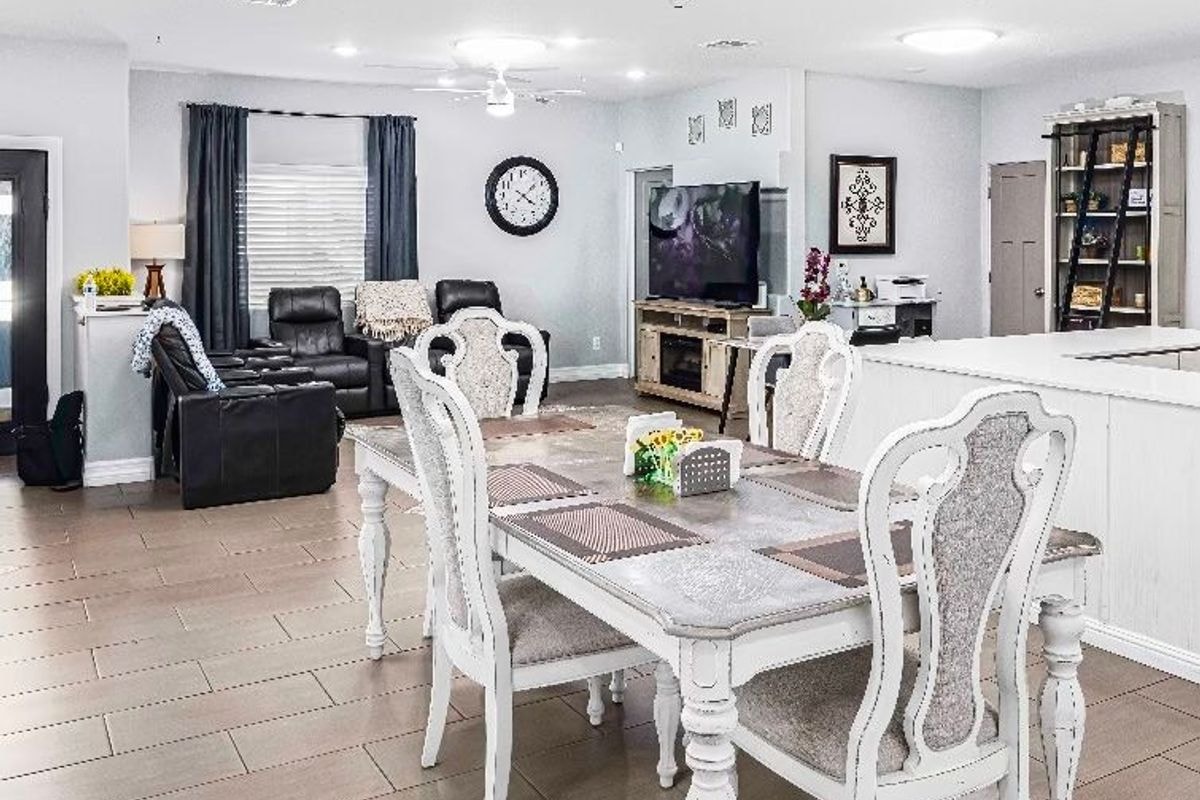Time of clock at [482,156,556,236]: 4:07
